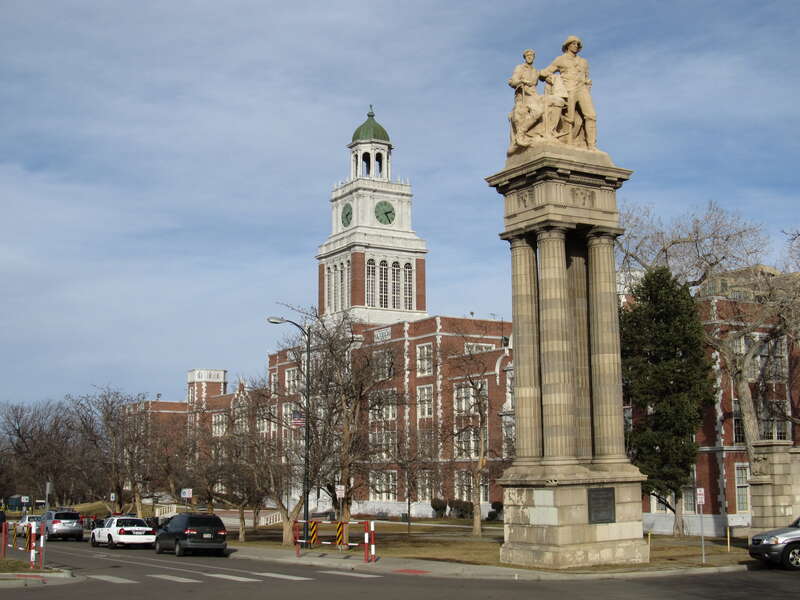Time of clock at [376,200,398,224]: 2:25
